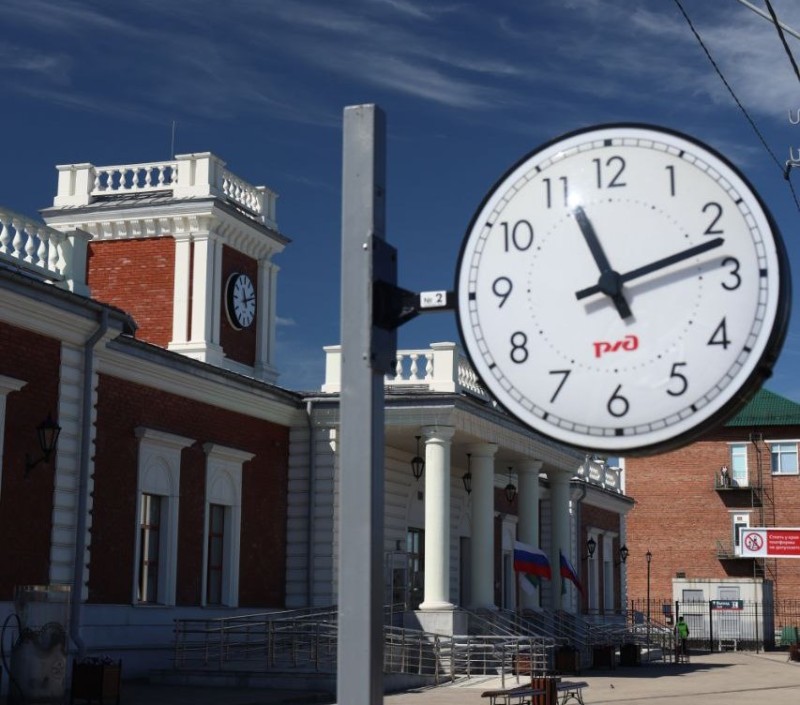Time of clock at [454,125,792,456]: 11:12
